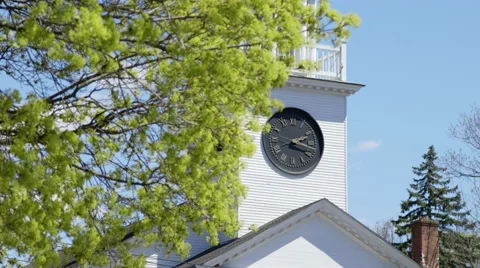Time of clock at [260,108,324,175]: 2:16
